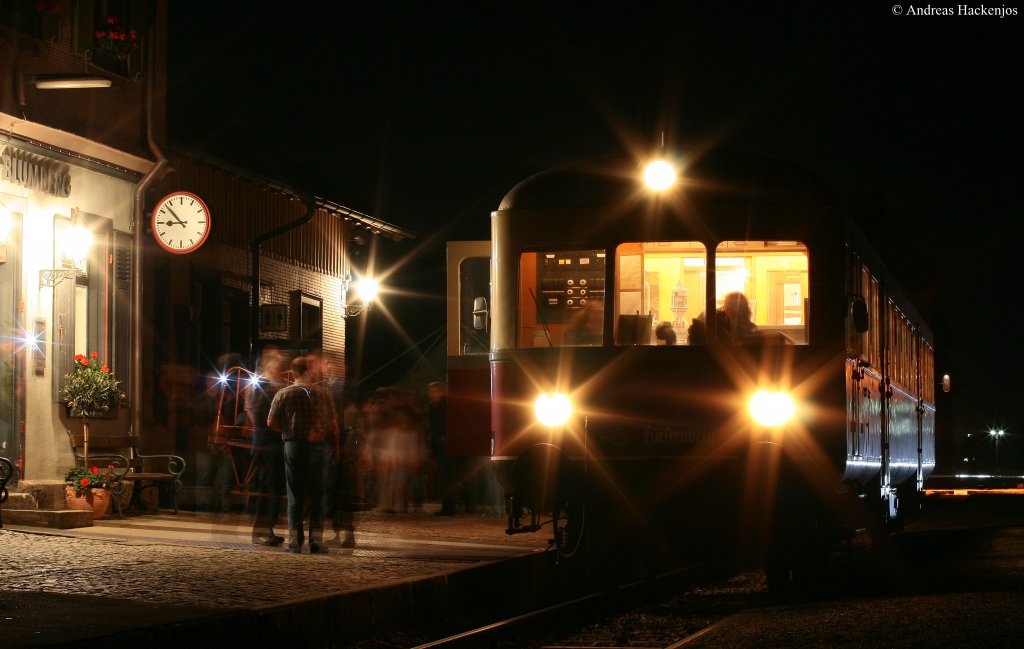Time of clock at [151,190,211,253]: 8:52
